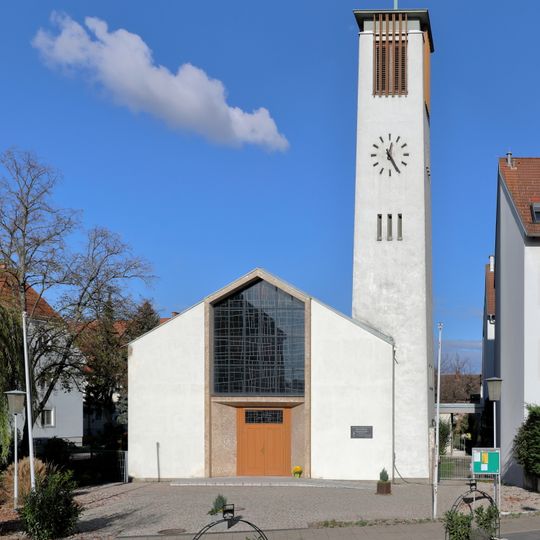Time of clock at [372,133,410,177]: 12:24
